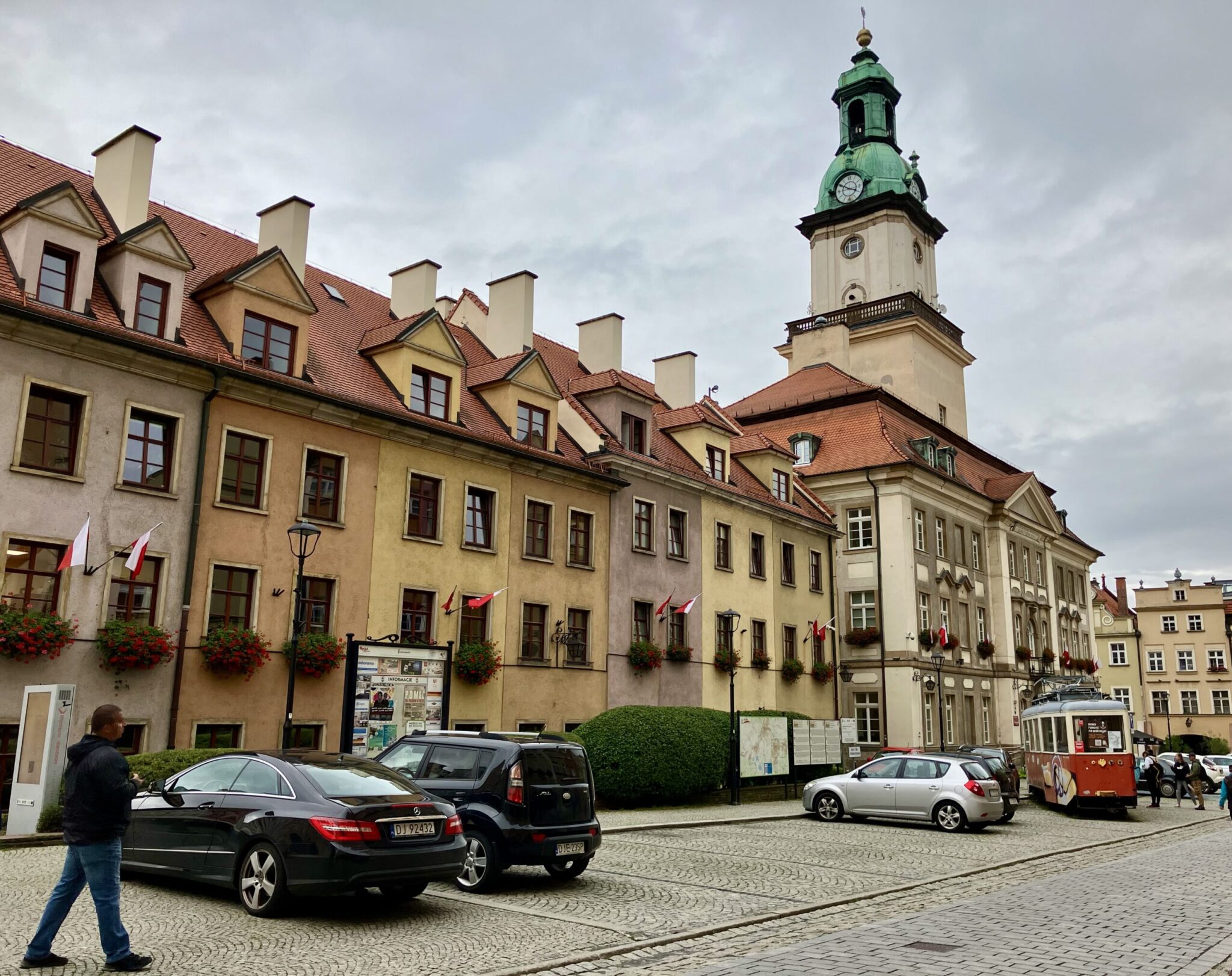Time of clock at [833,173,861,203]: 3:50
